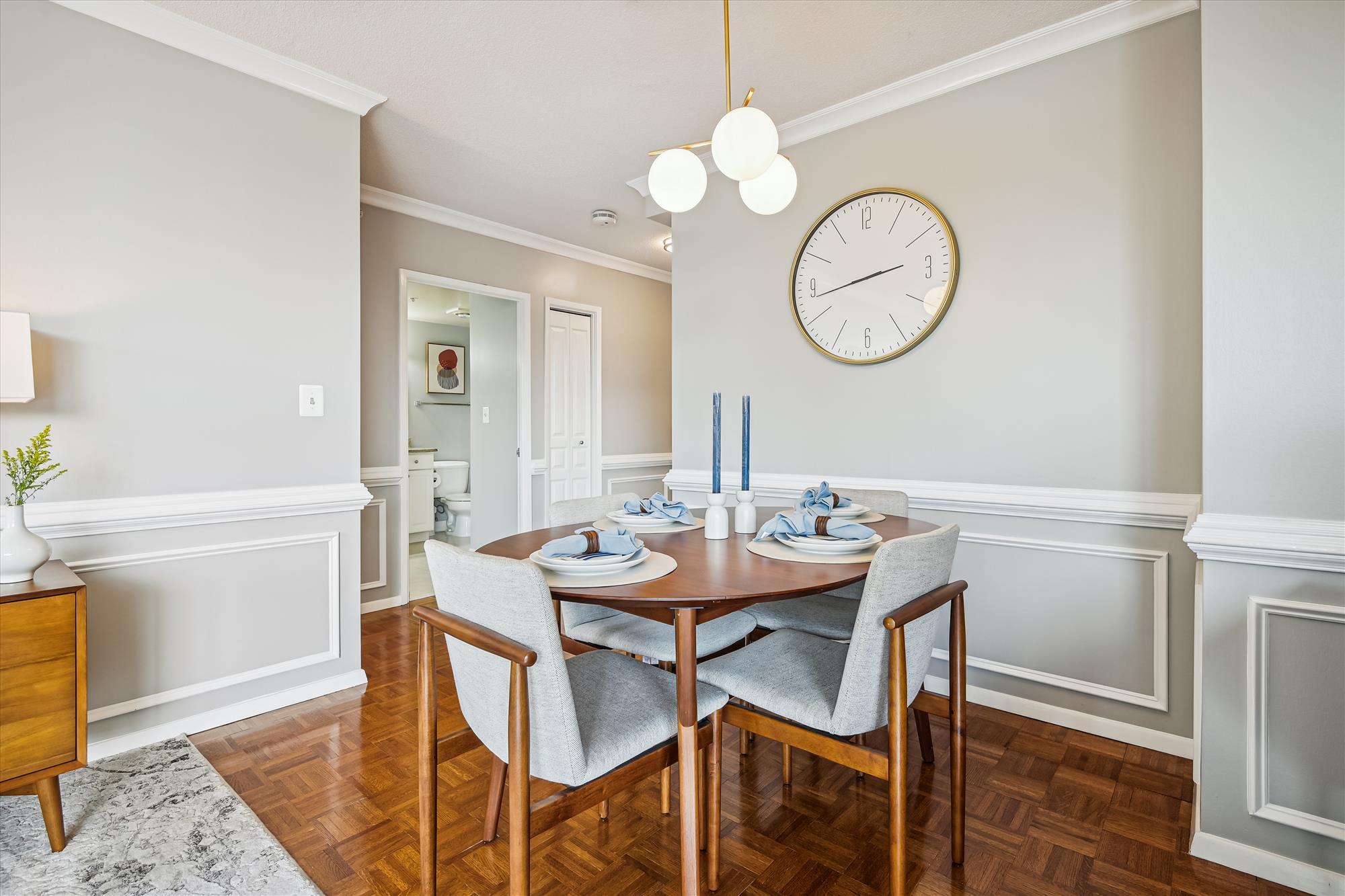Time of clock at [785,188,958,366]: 2:43
